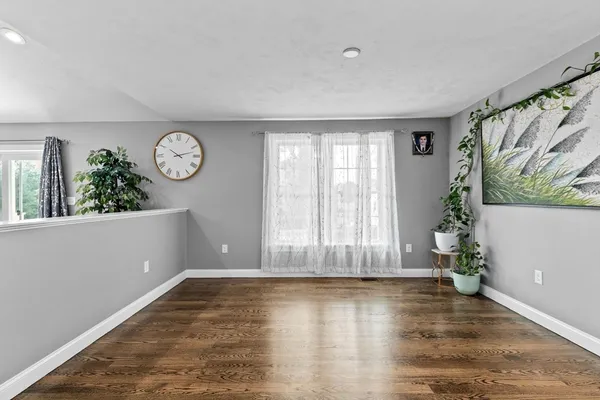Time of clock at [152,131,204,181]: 10:12
